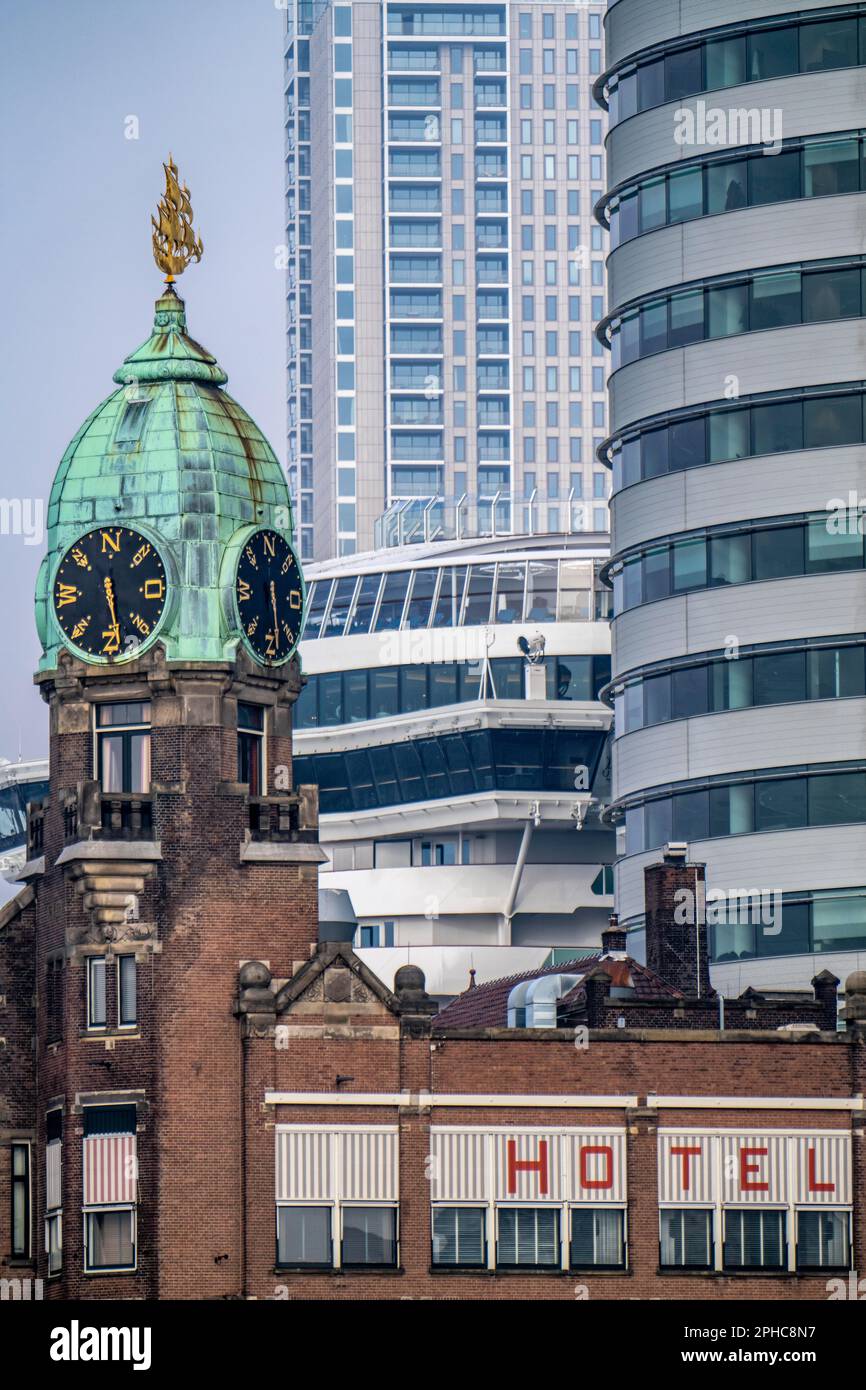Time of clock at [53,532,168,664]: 5:26
